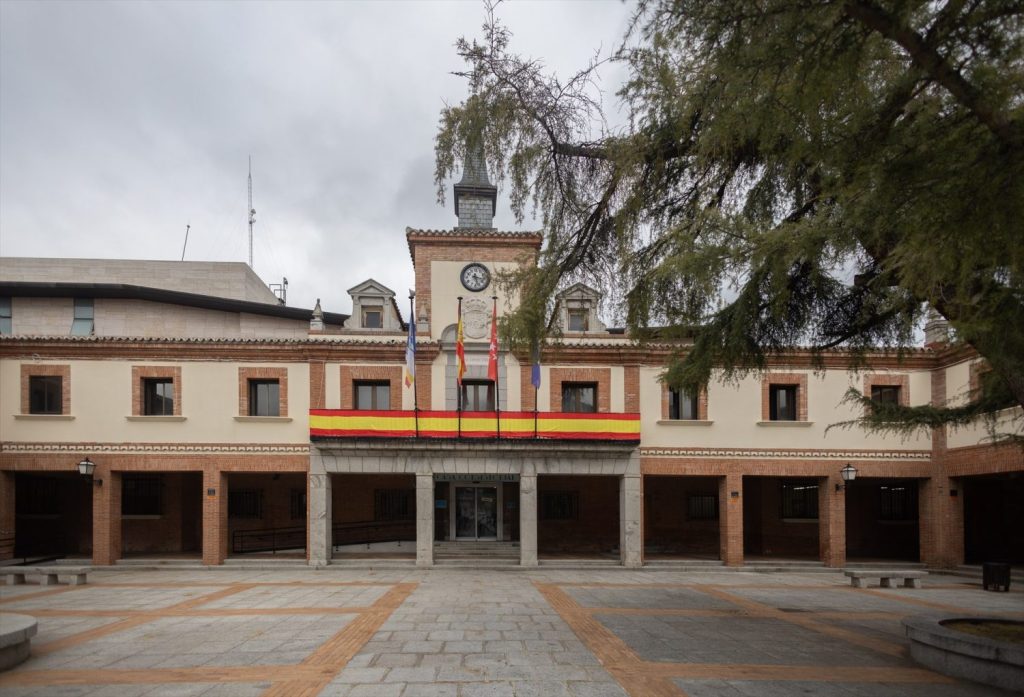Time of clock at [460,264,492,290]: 3:27
